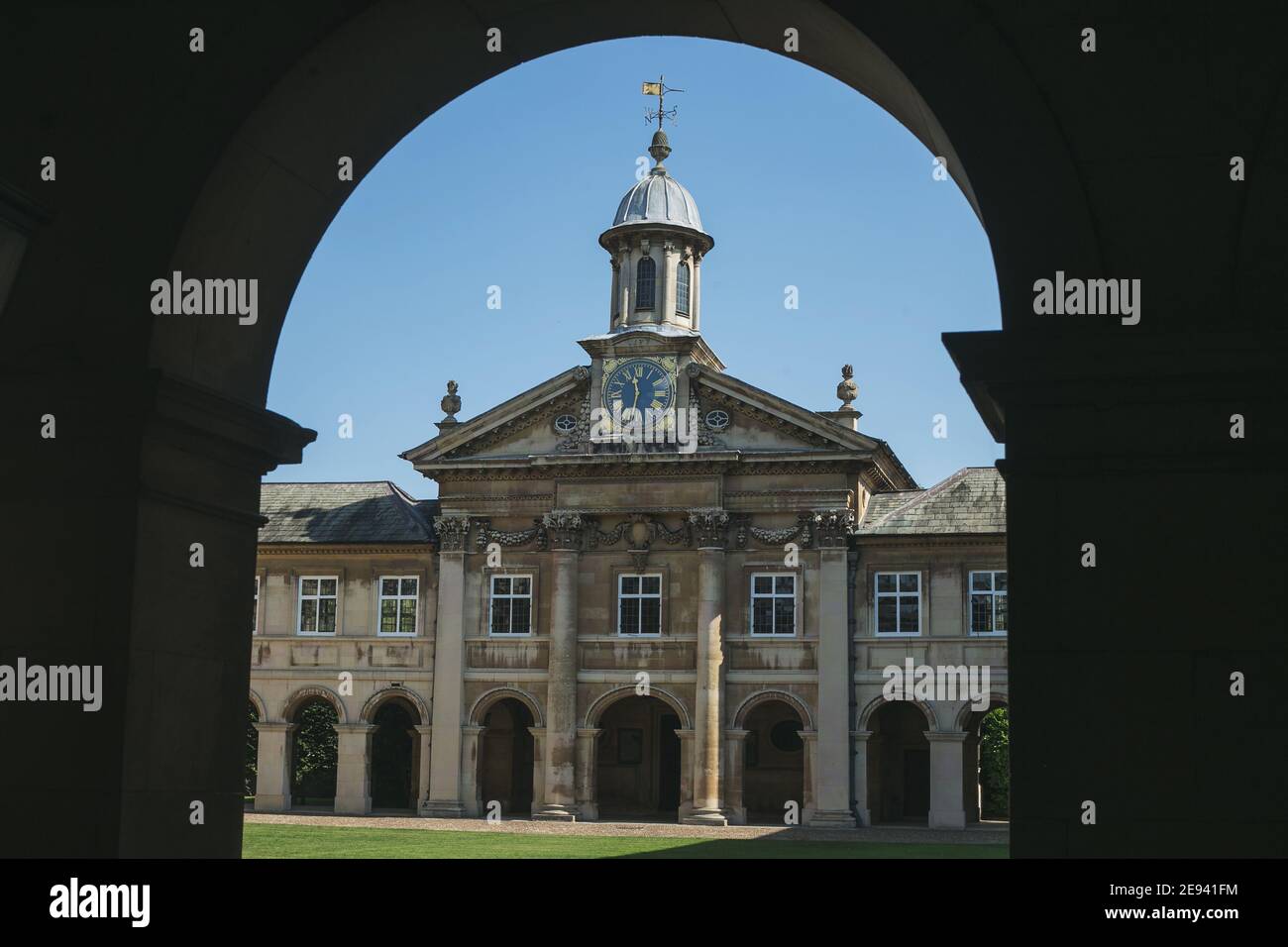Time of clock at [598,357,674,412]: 11:32
